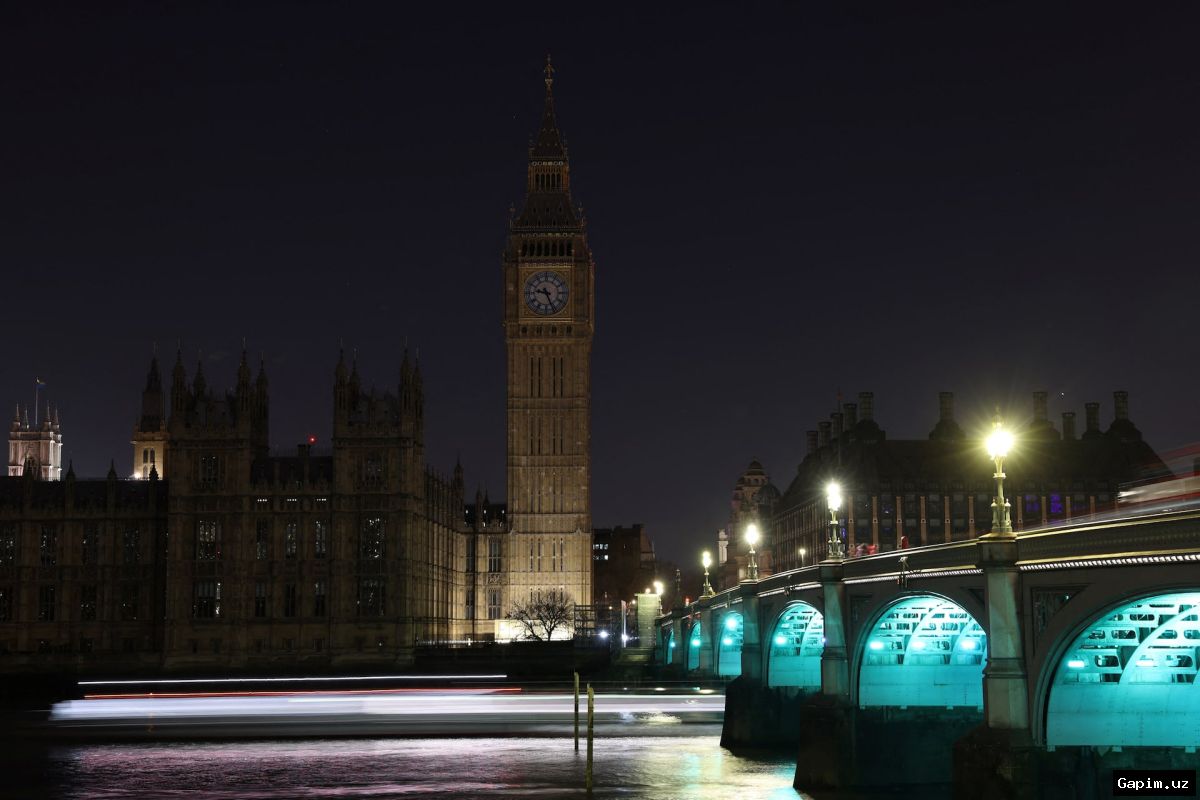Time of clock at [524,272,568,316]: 9:26
